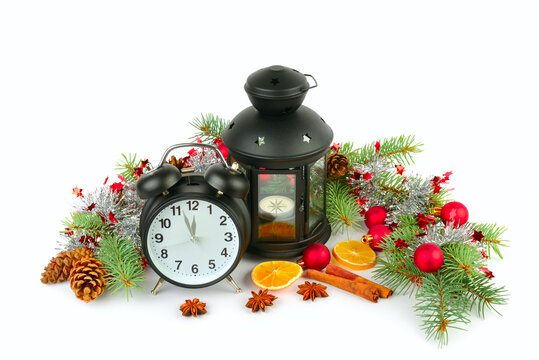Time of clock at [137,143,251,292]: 11:56
